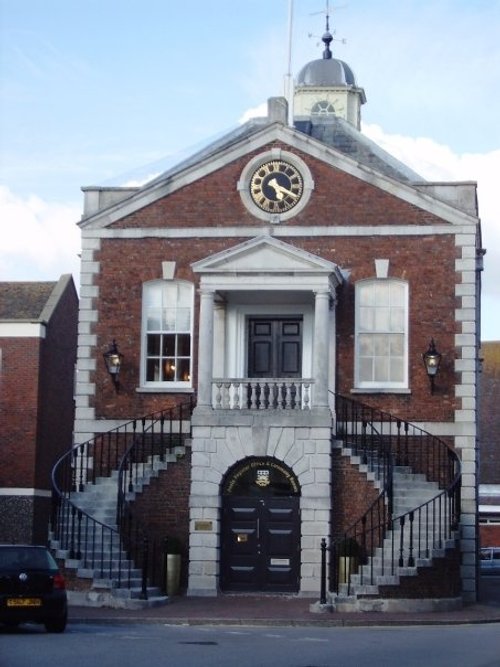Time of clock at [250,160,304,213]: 5:18
